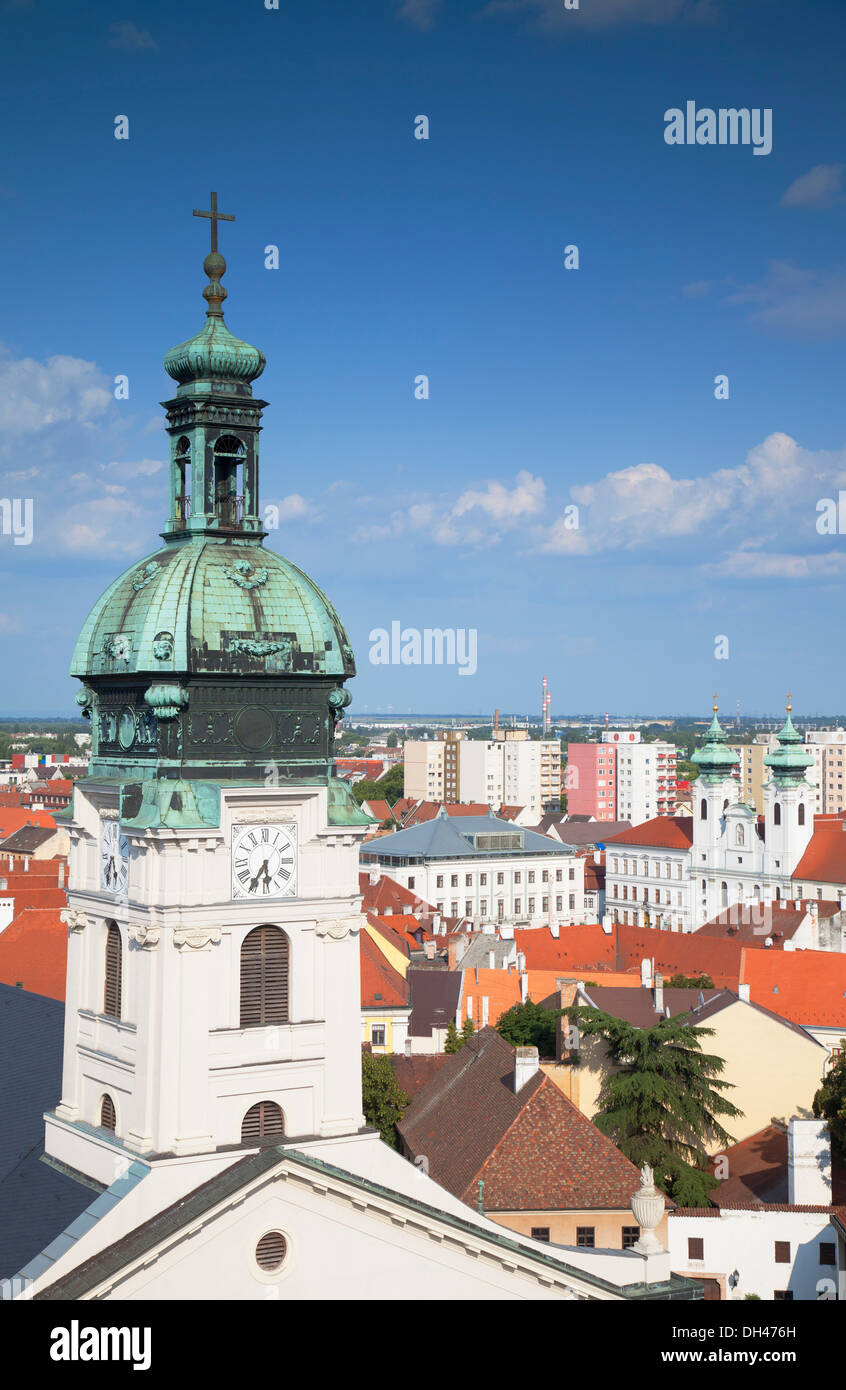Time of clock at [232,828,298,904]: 5:35
